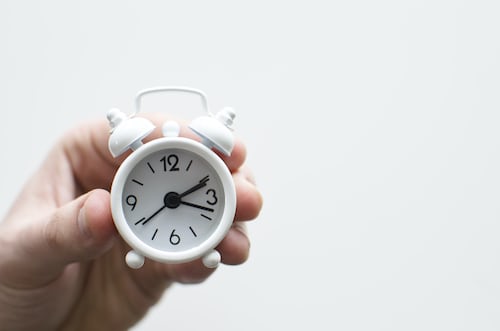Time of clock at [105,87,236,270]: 2:18
